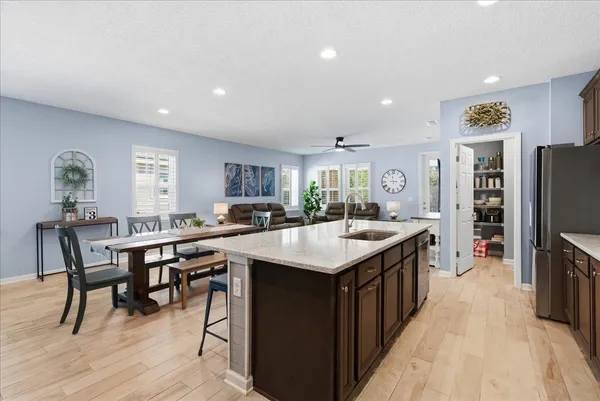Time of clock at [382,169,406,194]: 2:58
